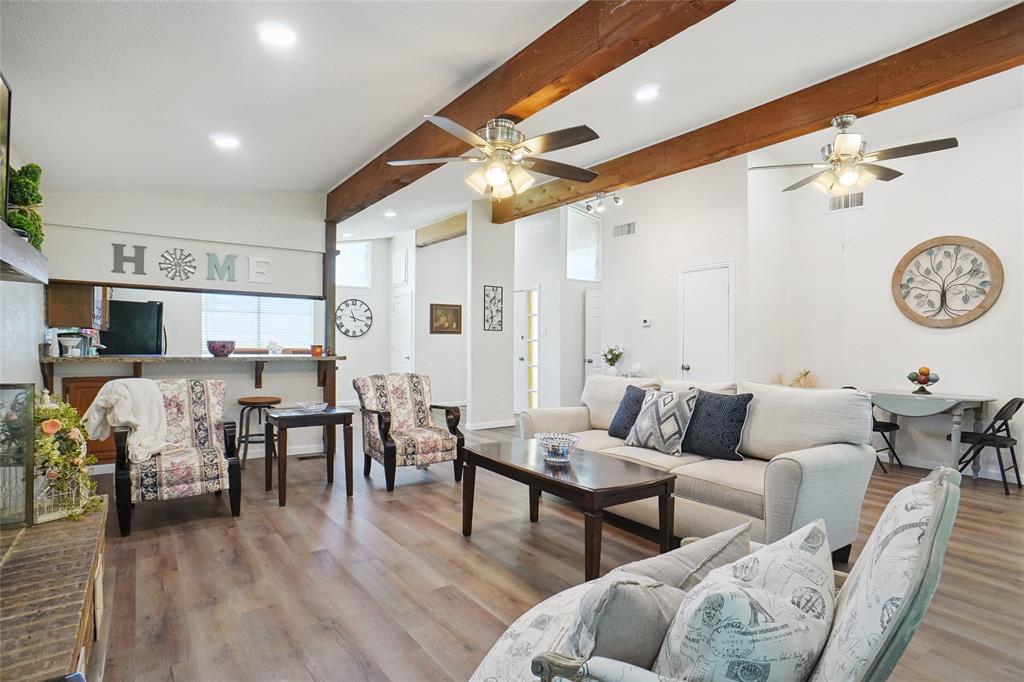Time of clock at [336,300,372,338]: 11:17
